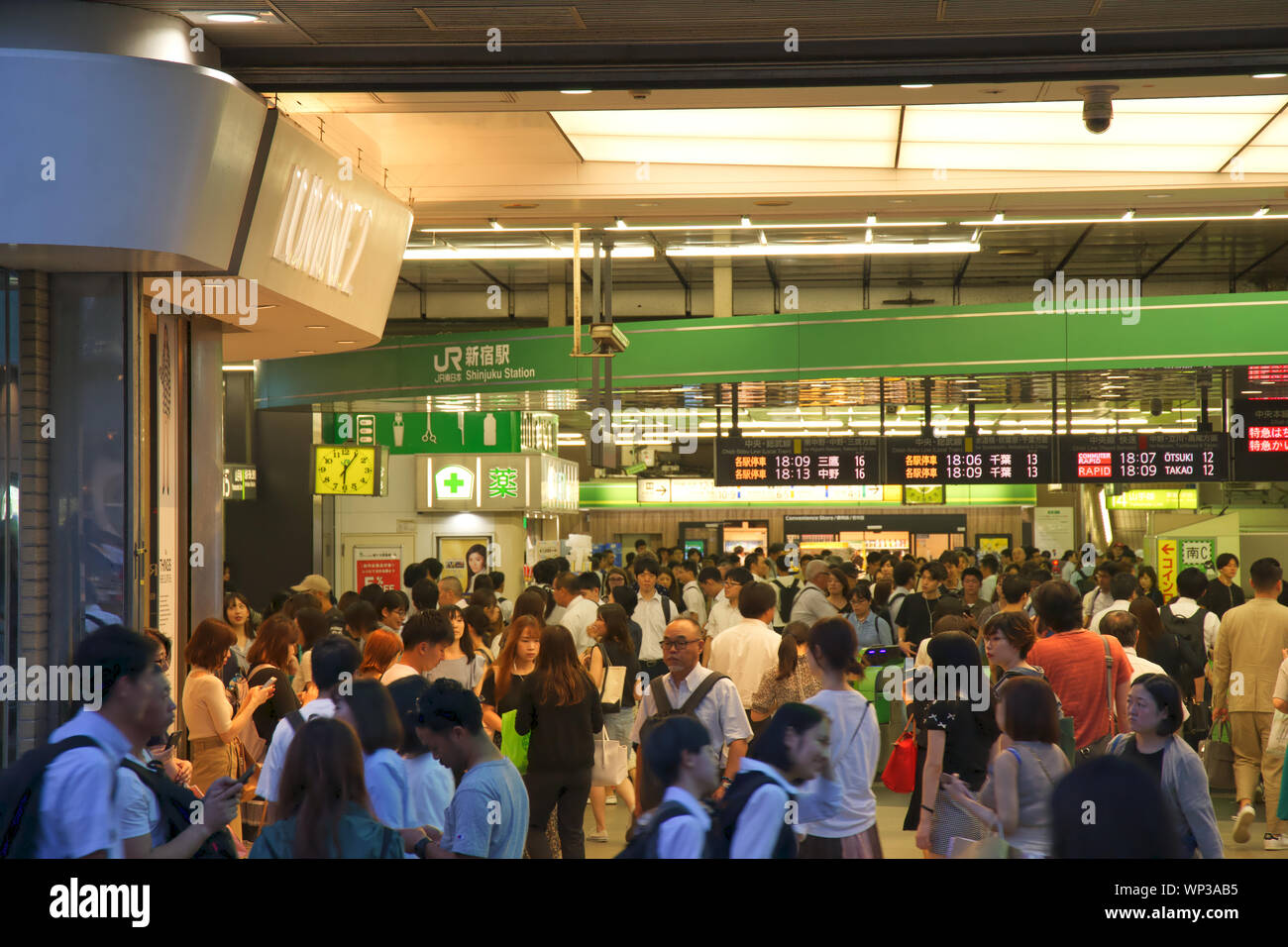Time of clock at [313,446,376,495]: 6:06
